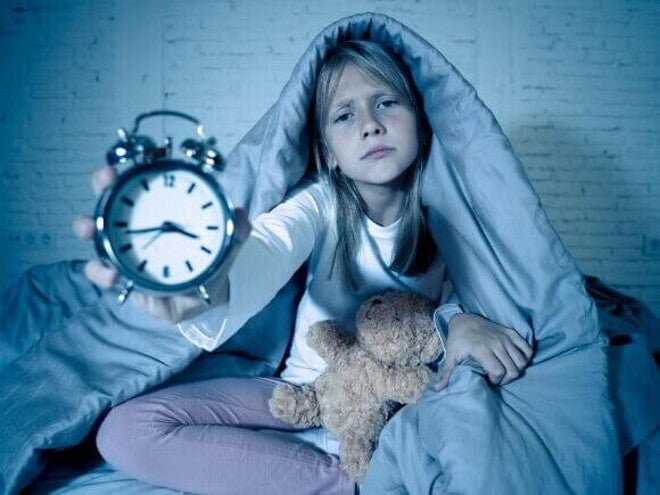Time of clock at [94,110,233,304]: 3:43
